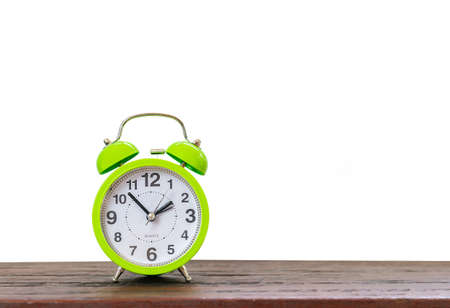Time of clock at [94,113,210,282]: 1:52
